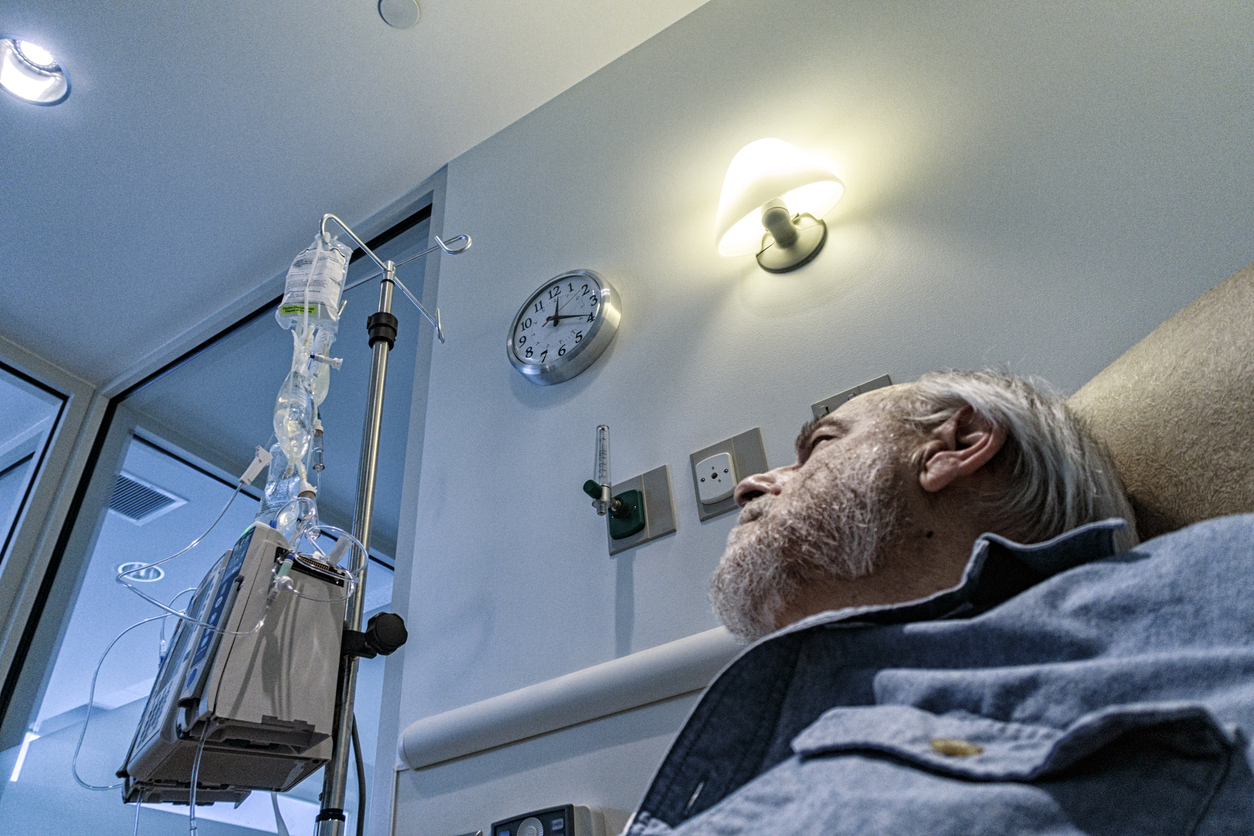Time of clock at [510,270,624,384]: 12:19
